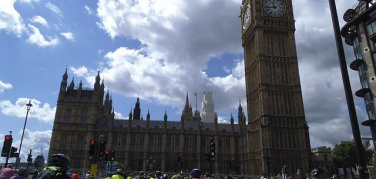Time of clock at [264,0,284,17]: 11:43
